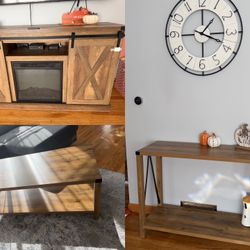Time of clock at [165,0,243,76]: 1:18
